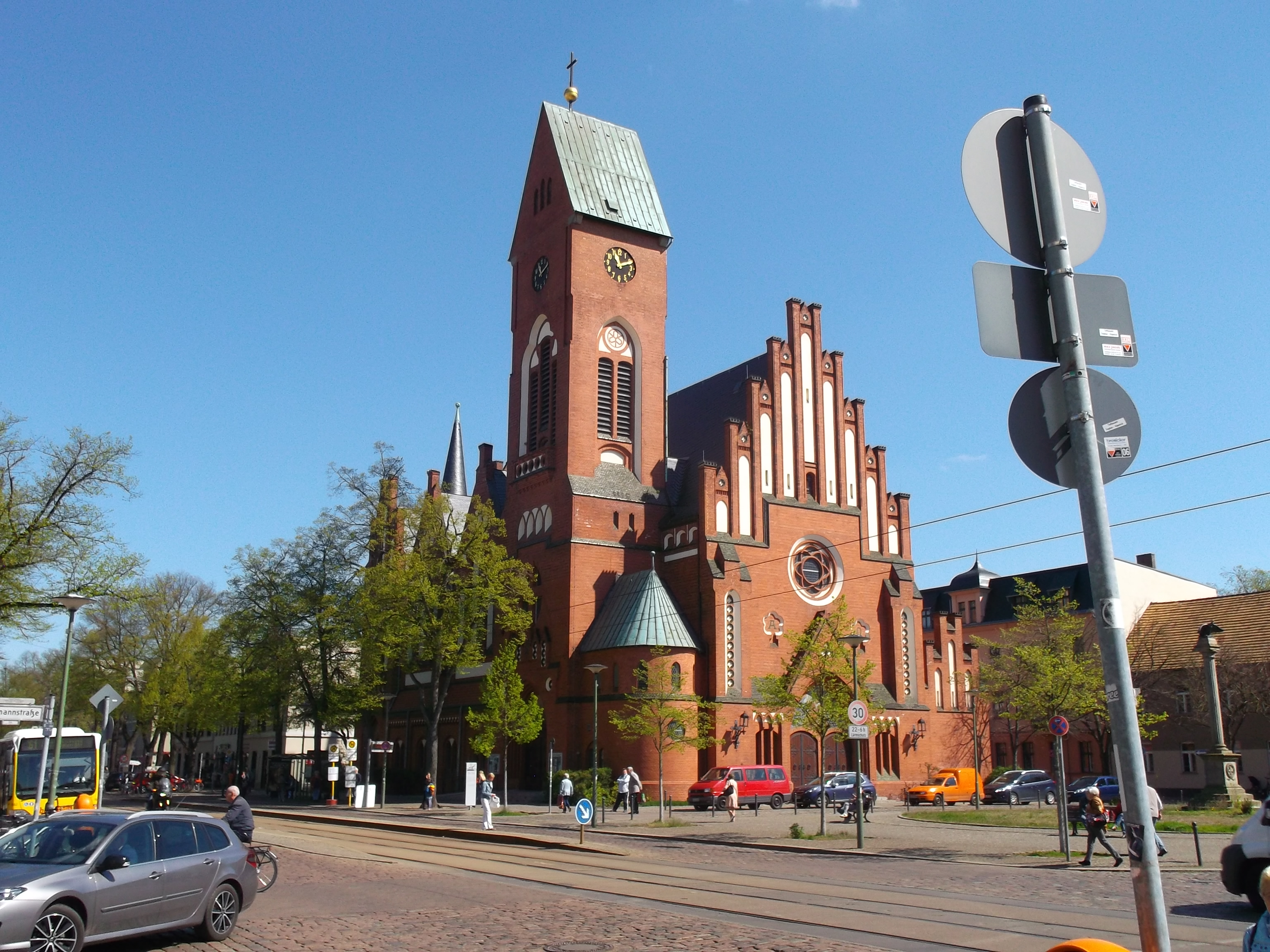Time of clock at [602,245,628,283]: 11:11
